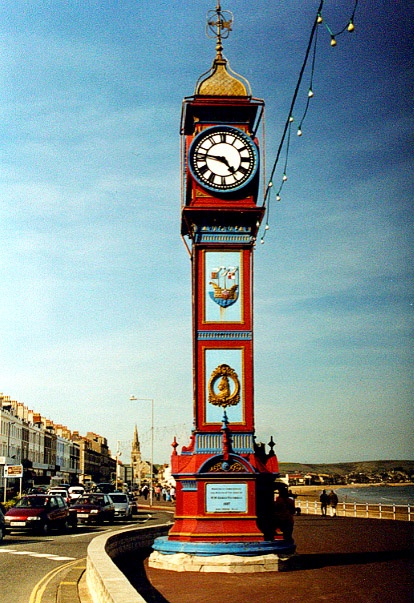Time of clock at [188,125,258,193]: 4:46
